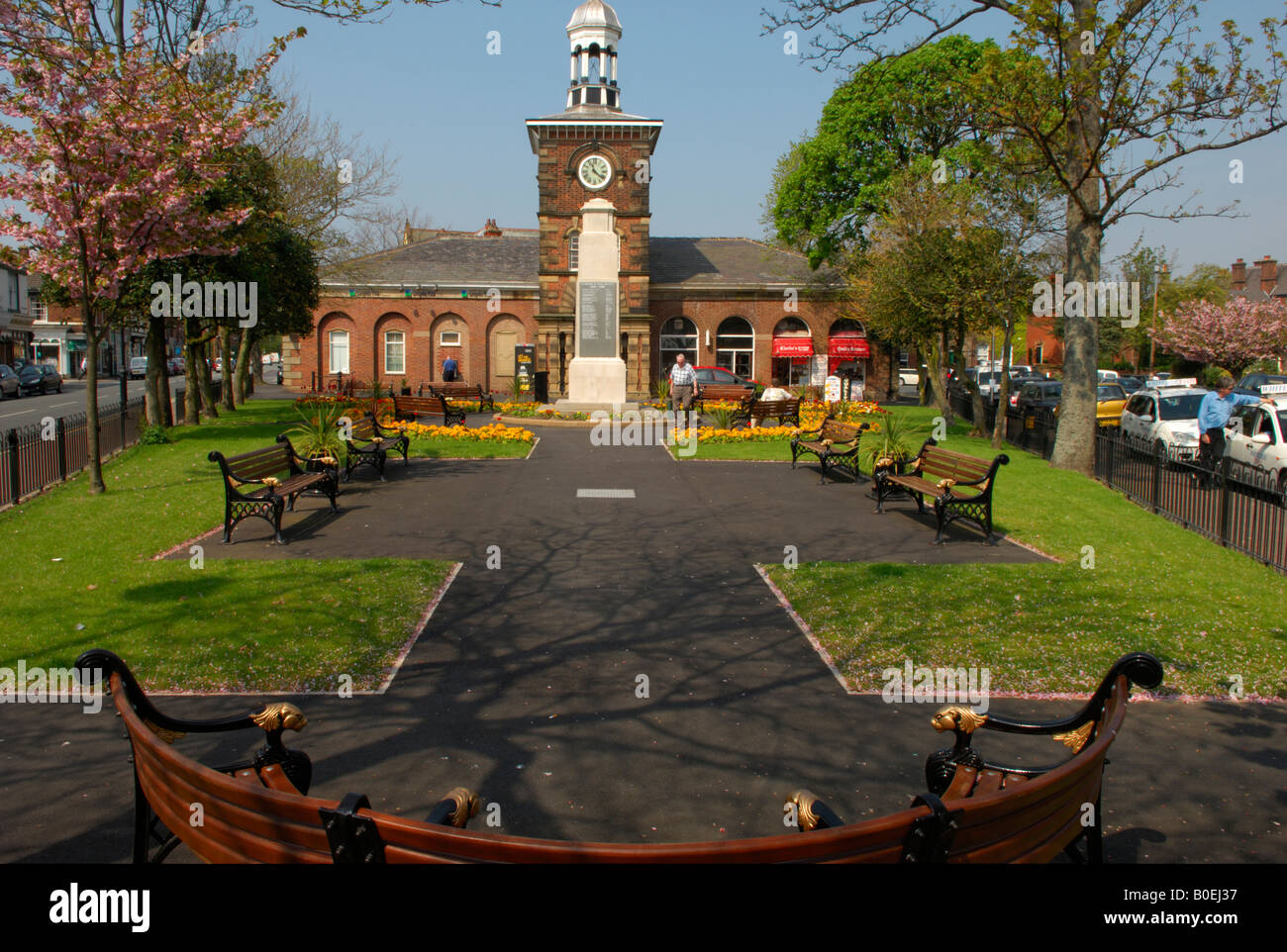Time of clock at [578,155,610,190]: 11:21
